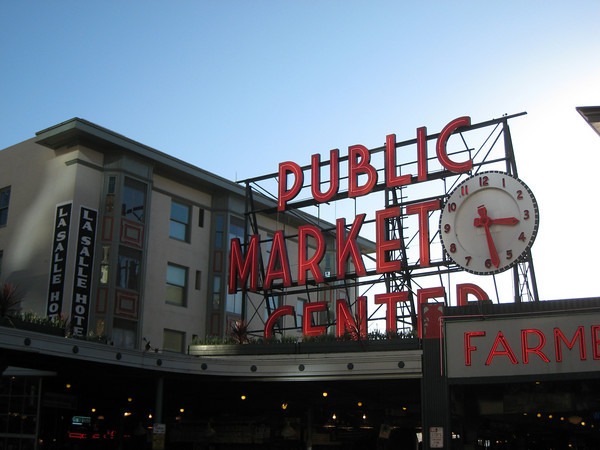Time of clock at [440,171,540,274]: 3:28
